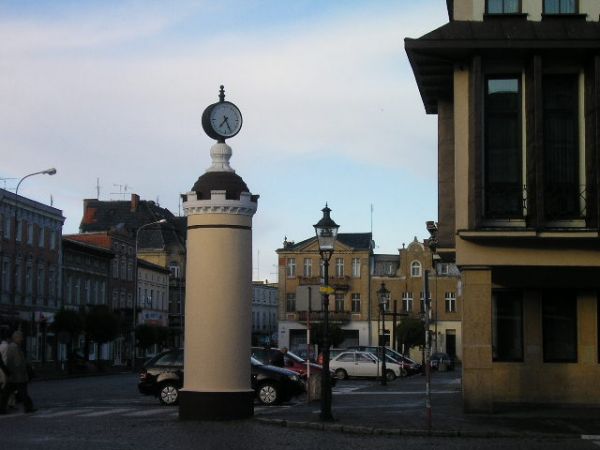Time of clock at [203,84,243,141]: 7:25
